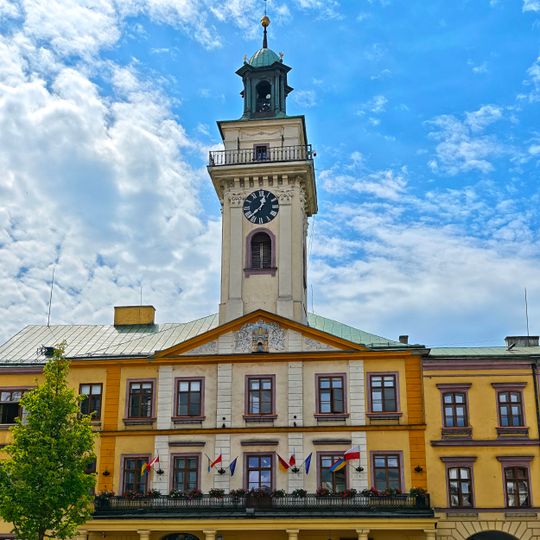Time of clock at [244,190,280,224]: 12:37
